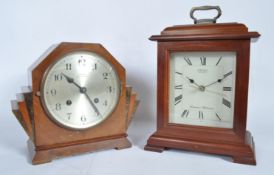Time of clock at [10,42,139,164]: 10:24
